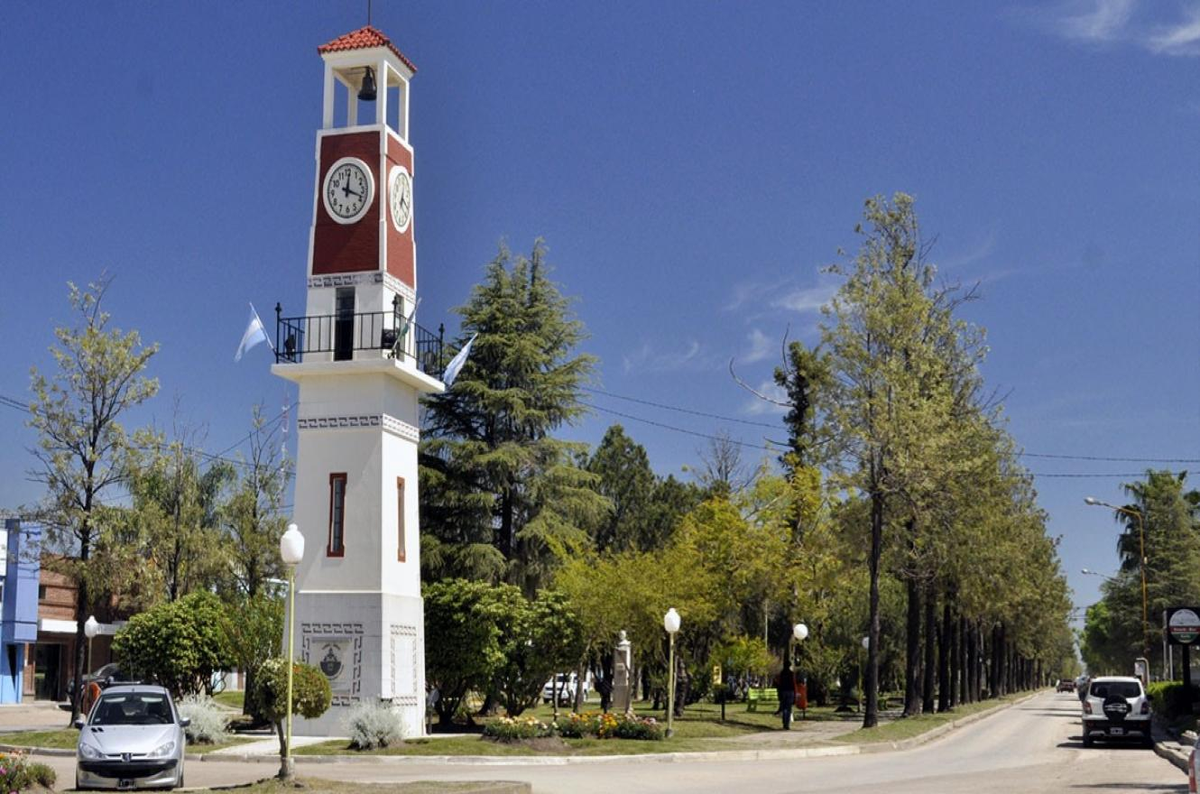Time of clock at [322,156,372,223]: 12:18
